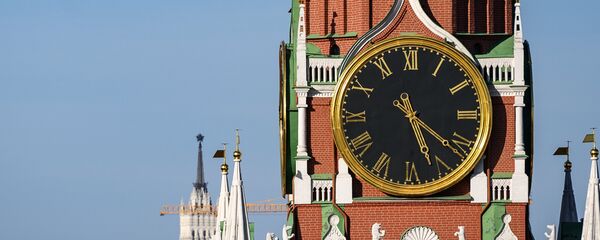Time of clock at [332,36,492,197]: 5:21
